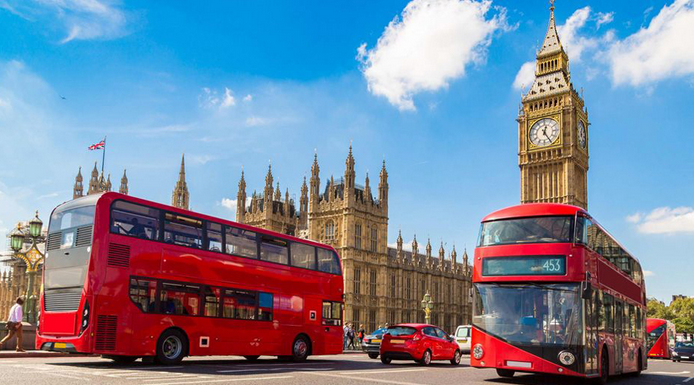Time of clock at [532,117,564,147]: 12:24
